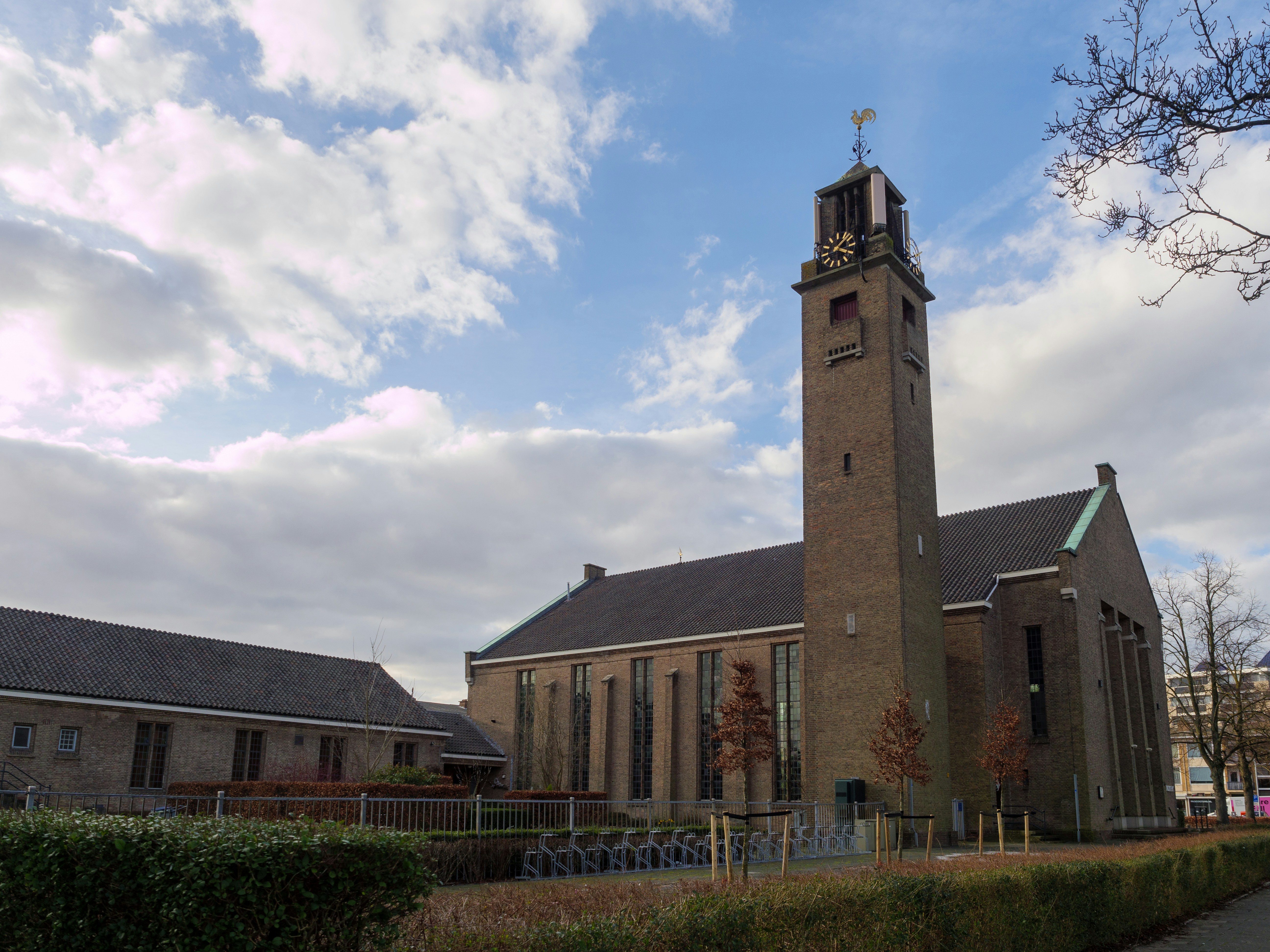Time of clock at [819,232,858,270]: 1:18
